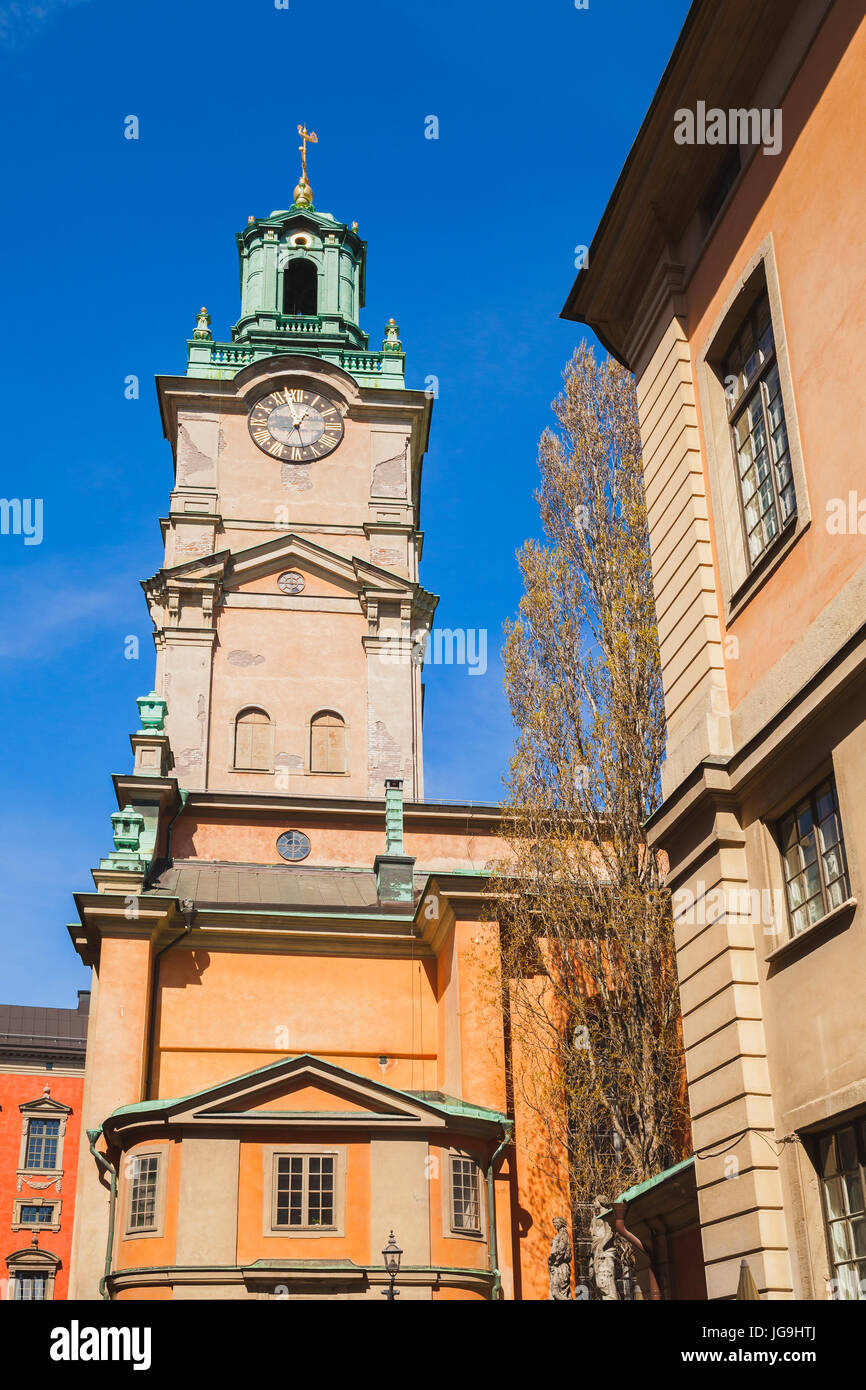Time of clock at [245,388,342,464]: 12:57
